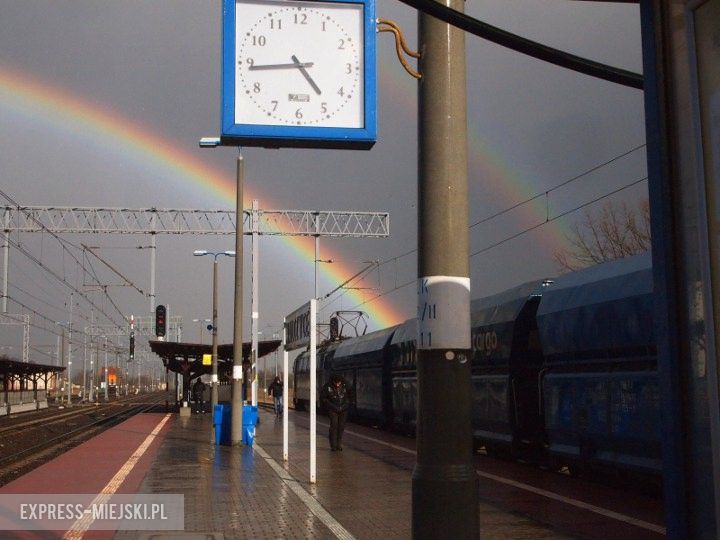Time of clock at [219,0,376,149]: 4:44
